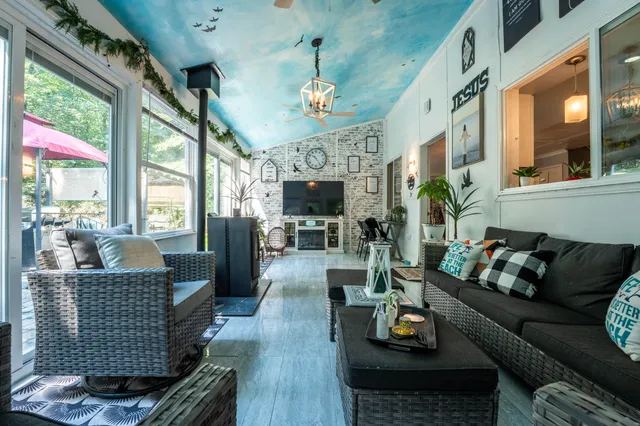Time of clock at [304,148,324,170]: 10:24
